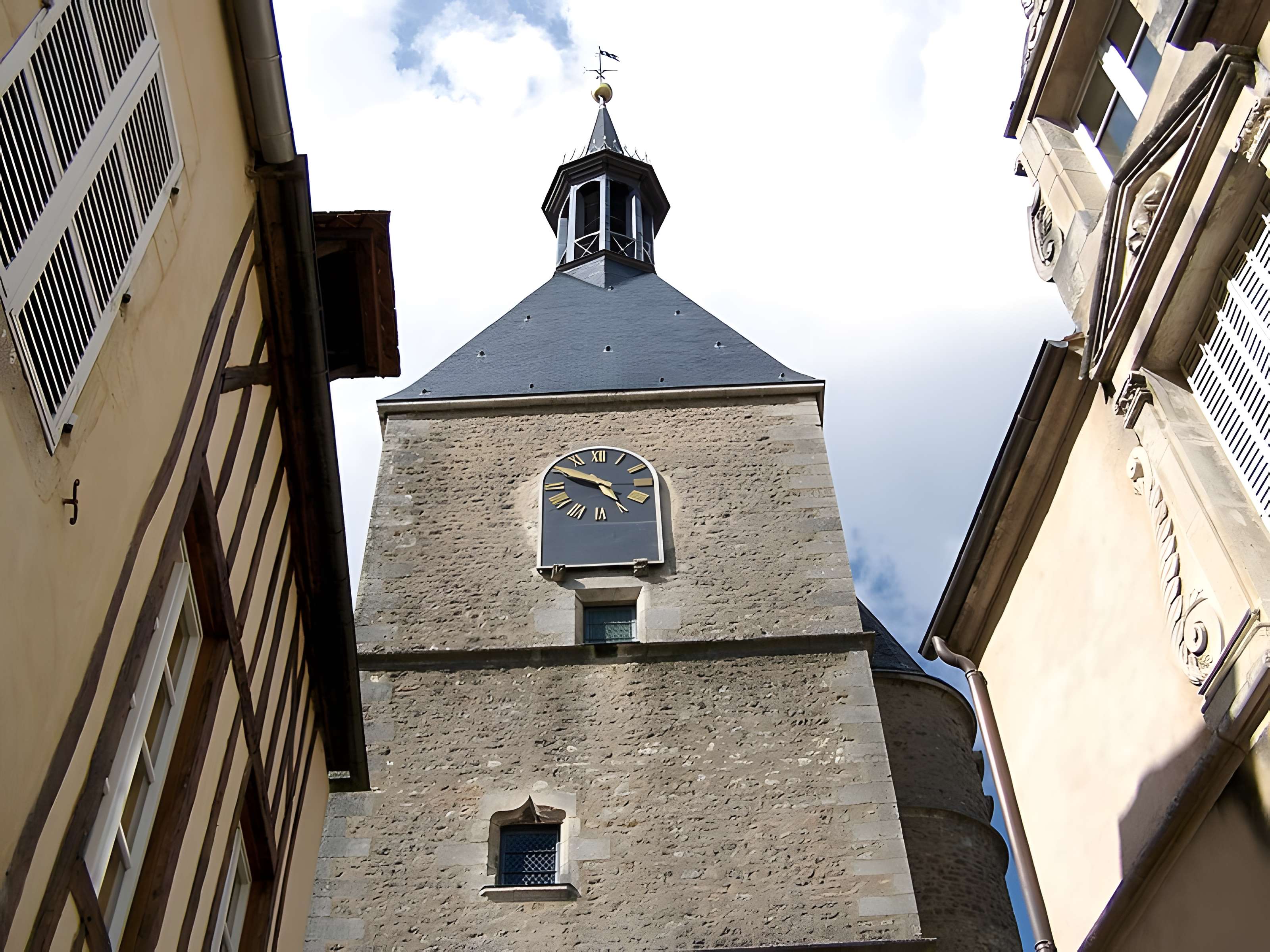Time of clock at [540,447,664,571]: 4:50
